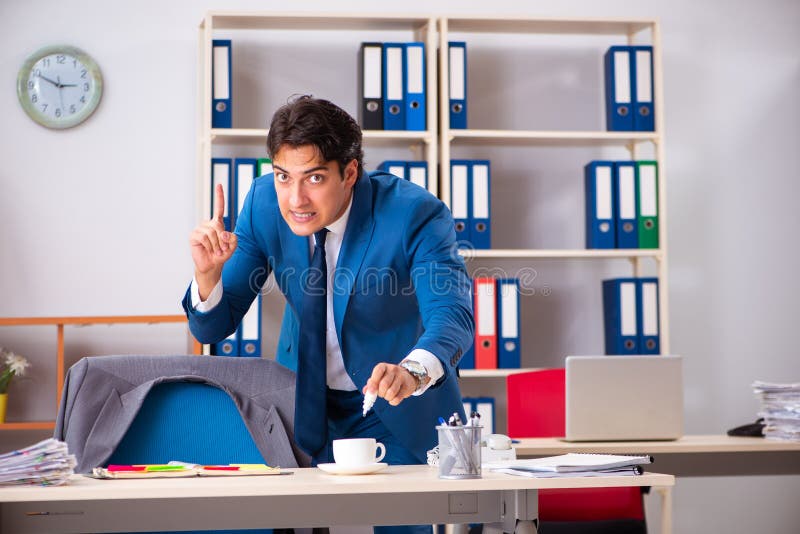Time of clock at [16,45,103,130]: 2:49
